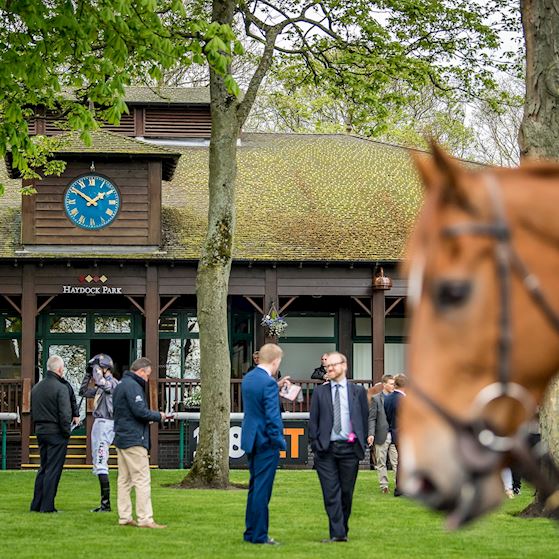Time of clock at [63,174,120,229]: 1:50
